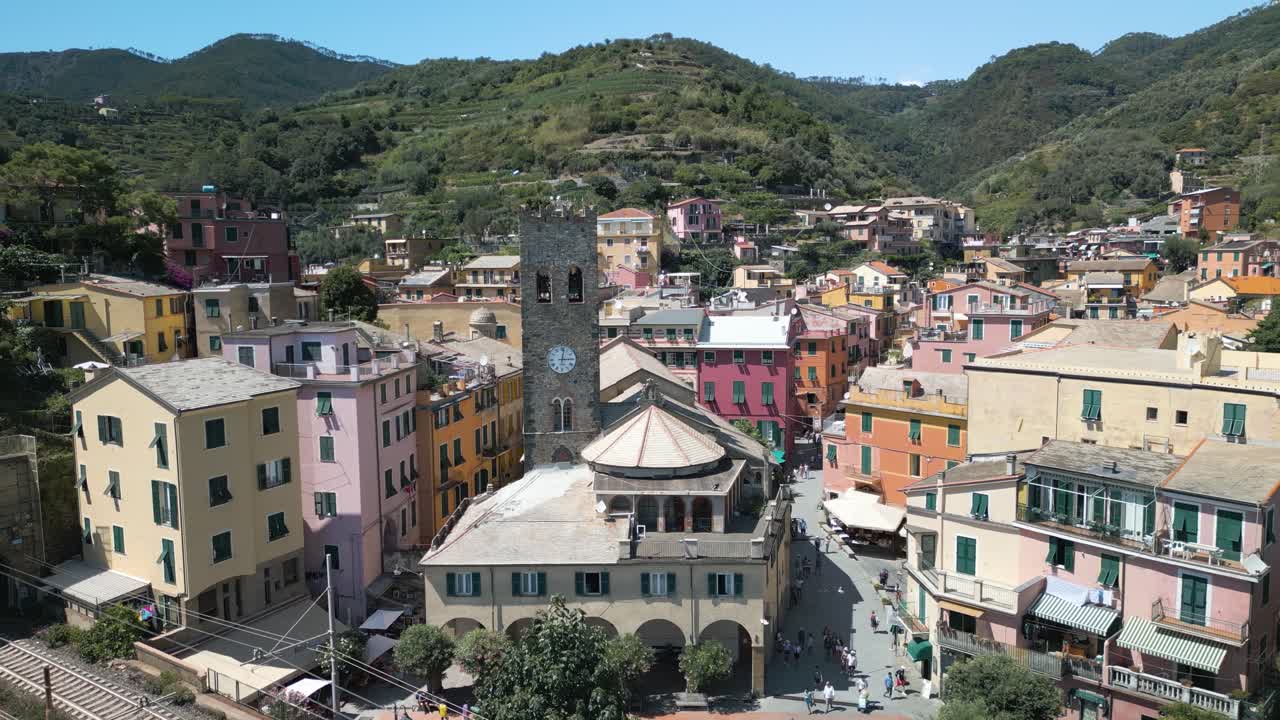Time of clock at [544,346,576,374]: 3:01
